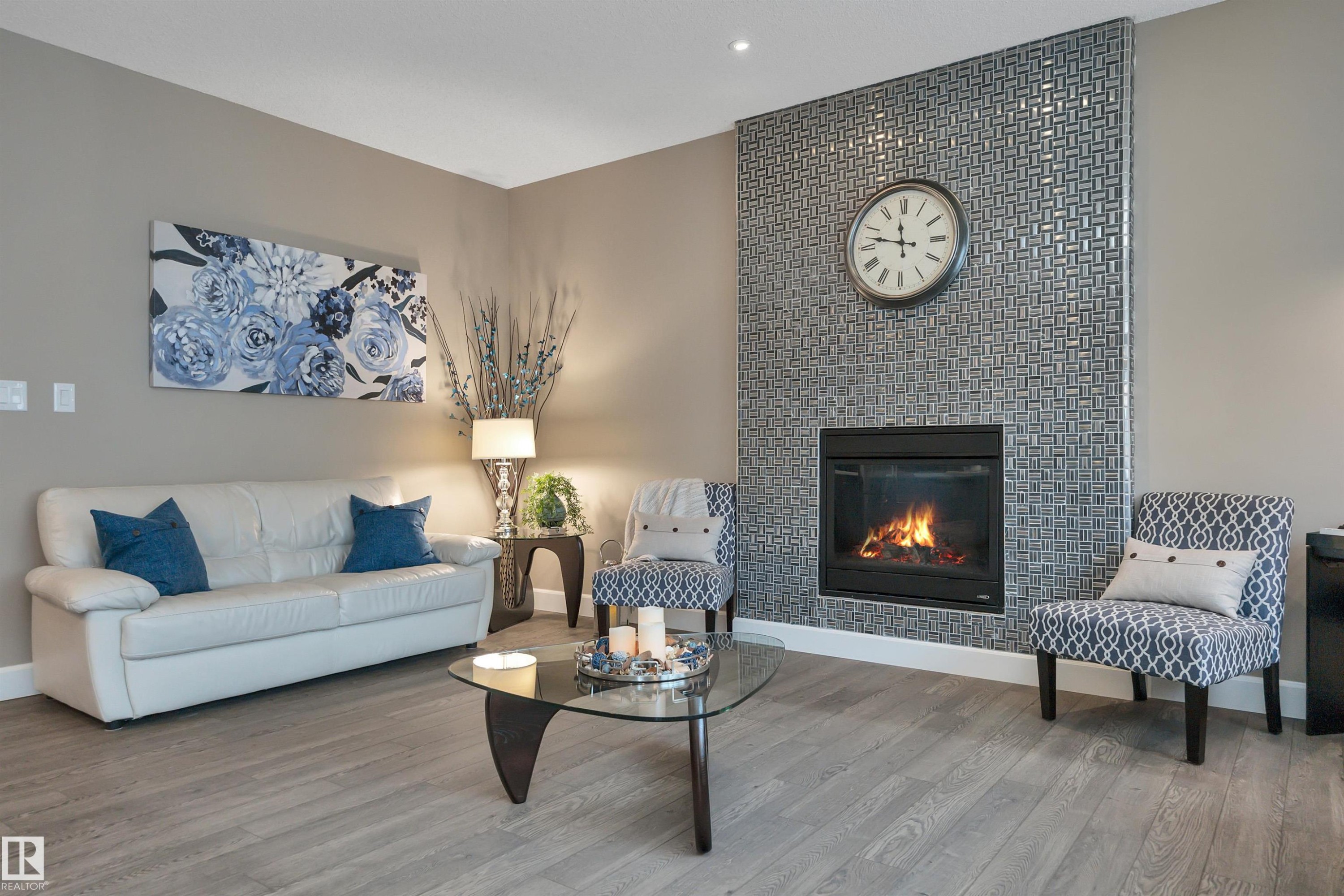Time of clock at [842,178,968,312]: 11:47
